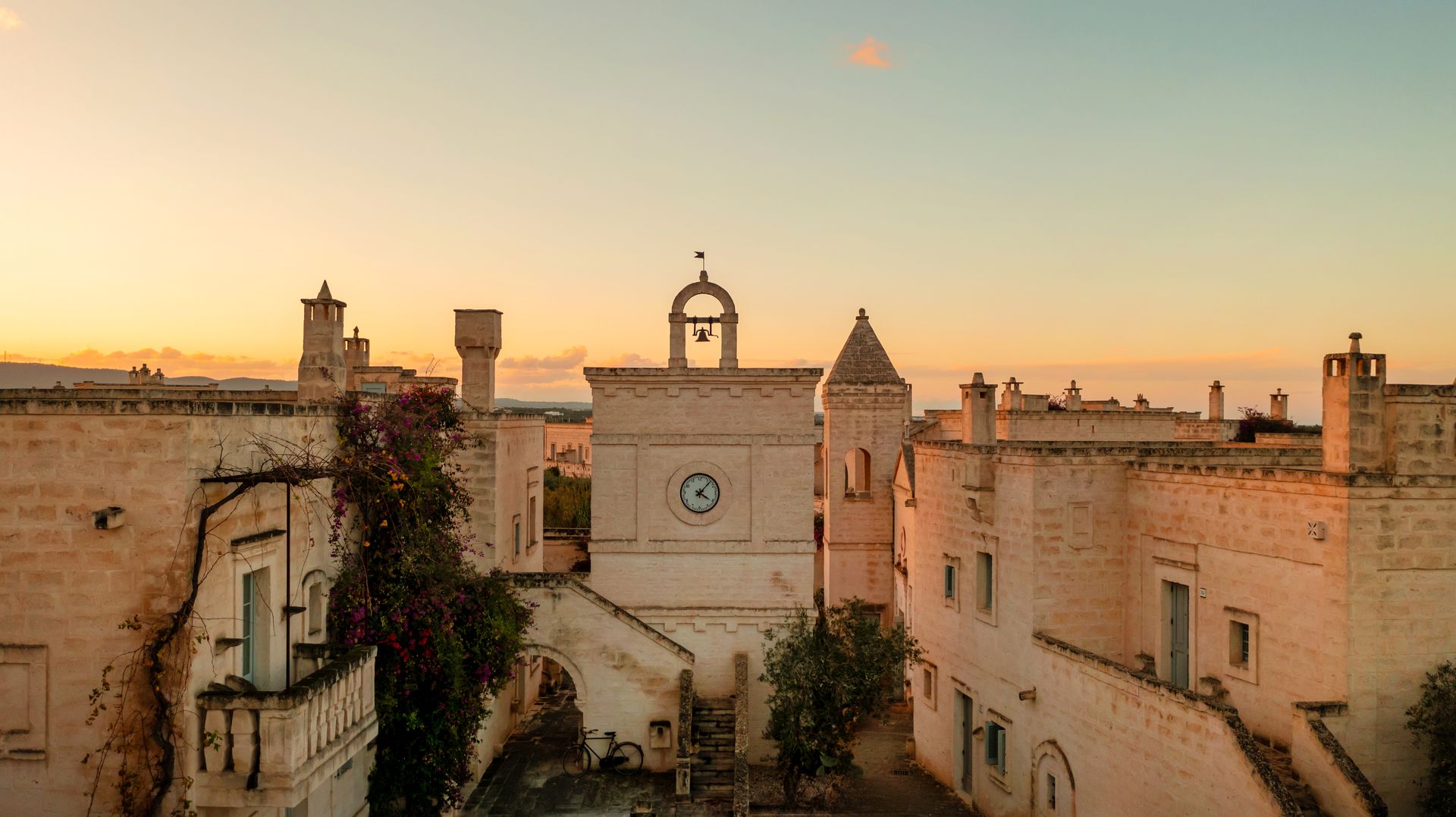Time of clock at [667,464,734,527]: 4:07
